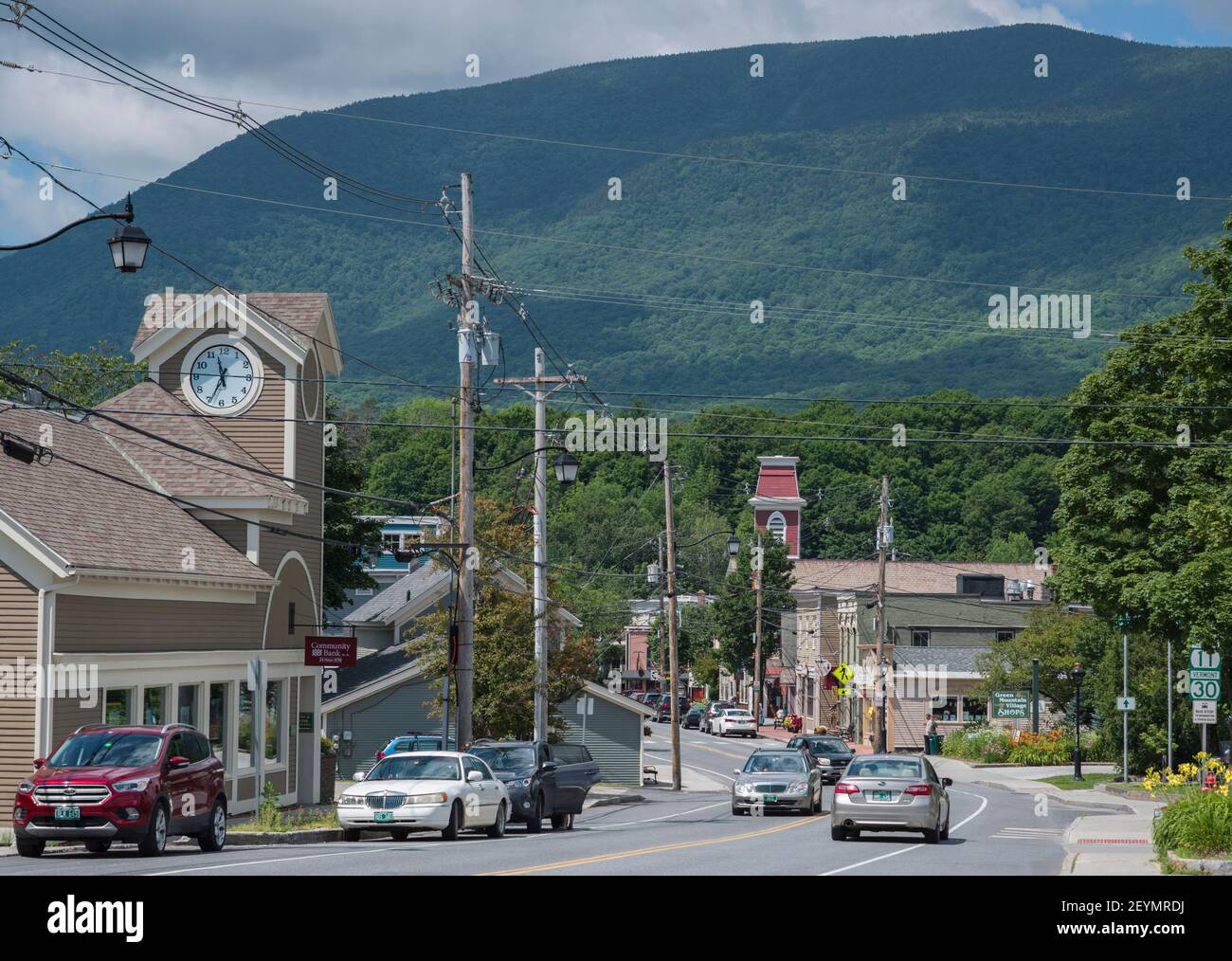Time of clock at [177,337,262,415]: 11:34
